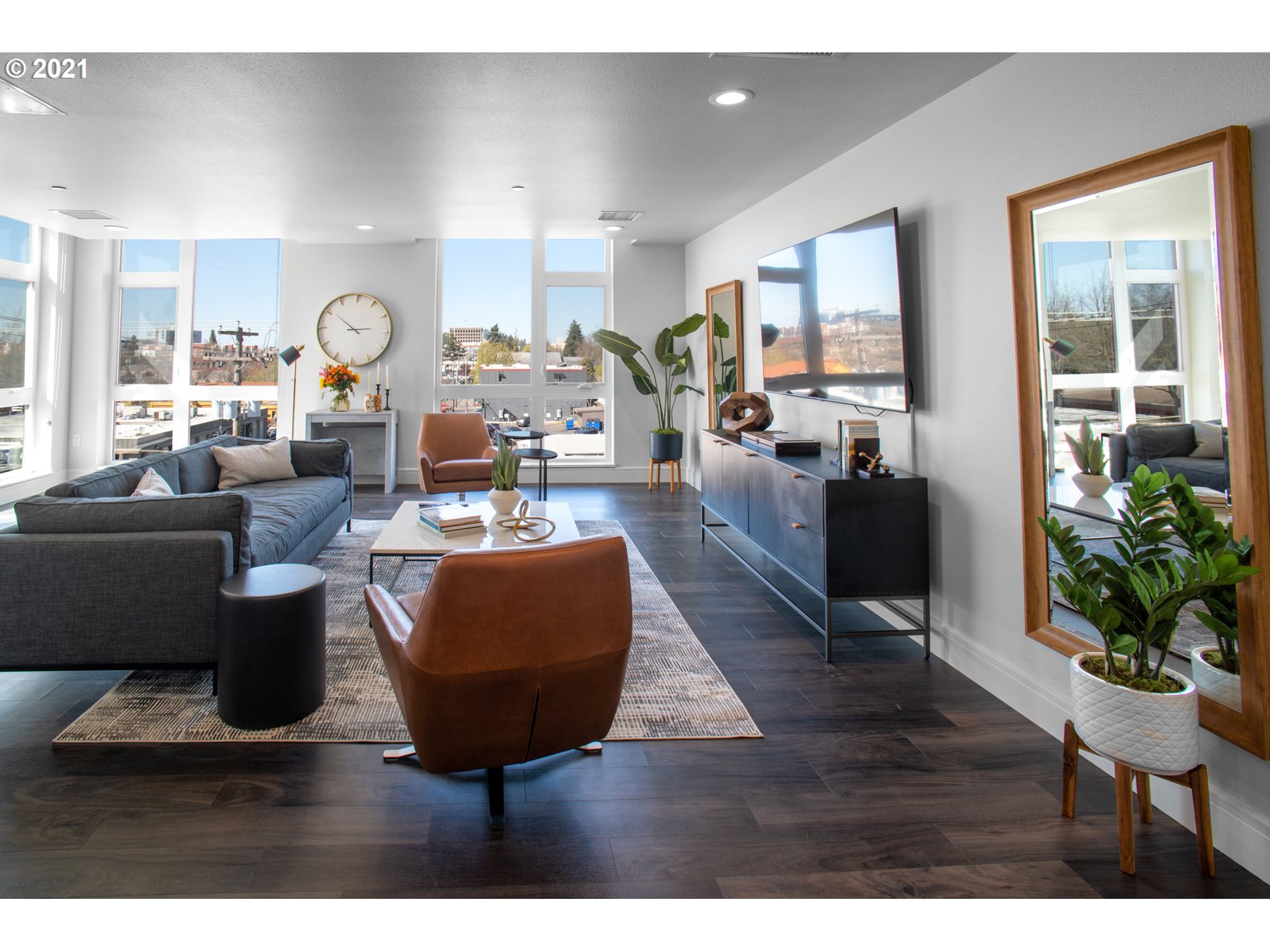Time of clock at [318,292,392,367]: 2:50
